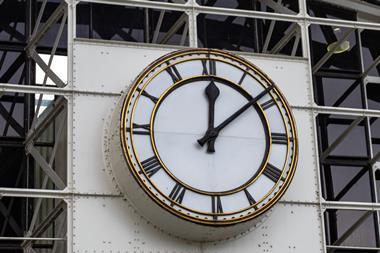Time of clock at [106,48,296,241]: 12:08
